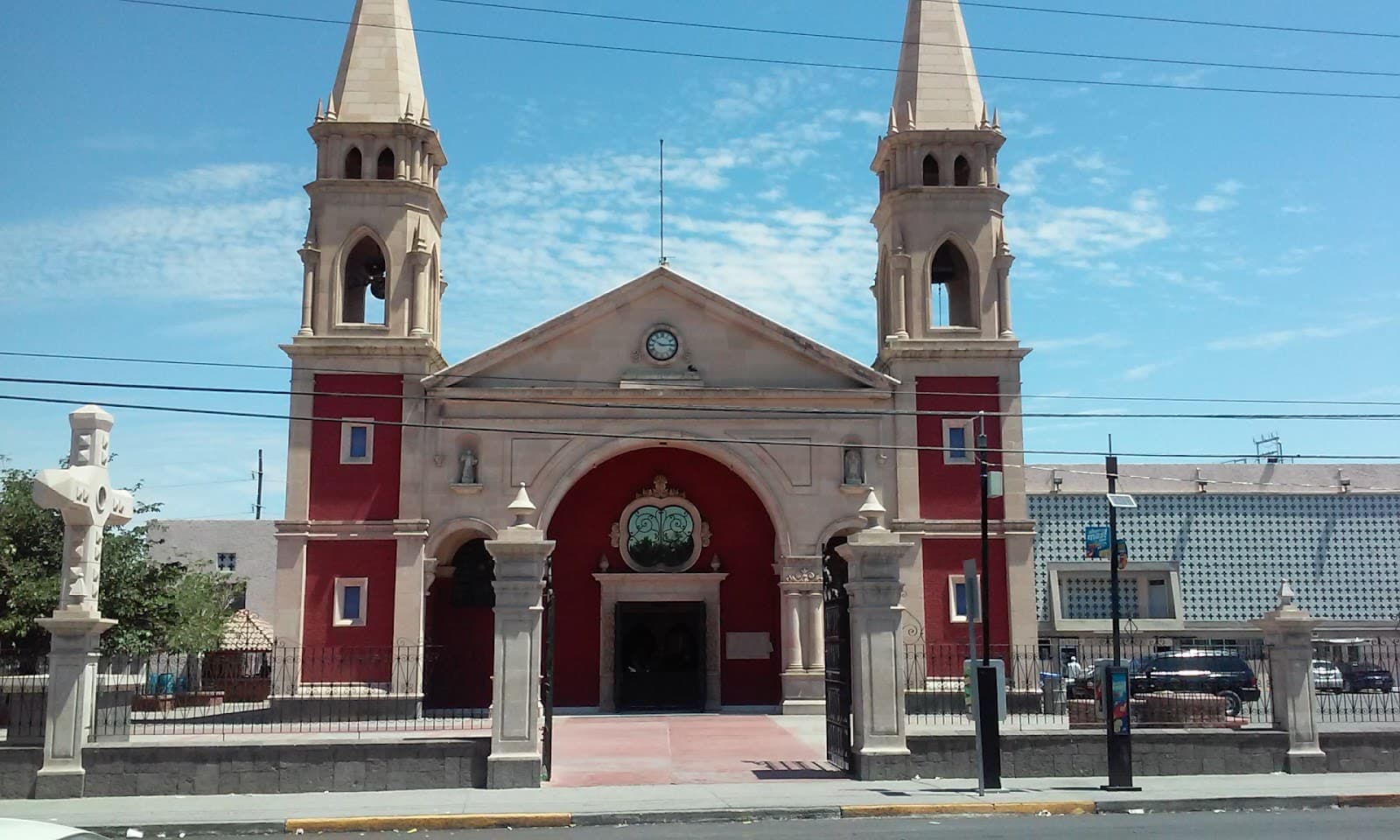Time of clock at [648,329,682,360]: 2:48
